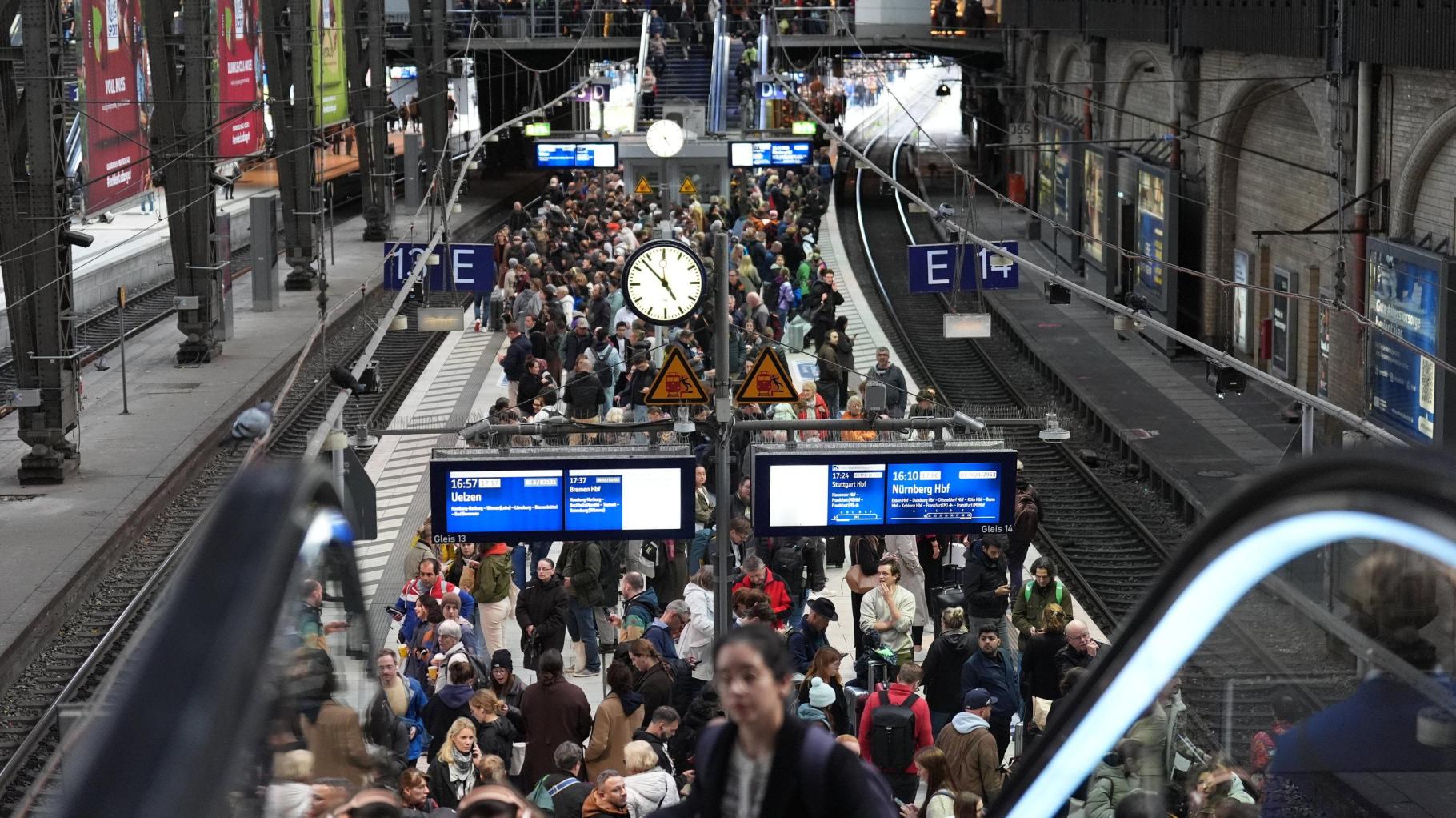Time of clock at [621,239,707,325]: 4:52
